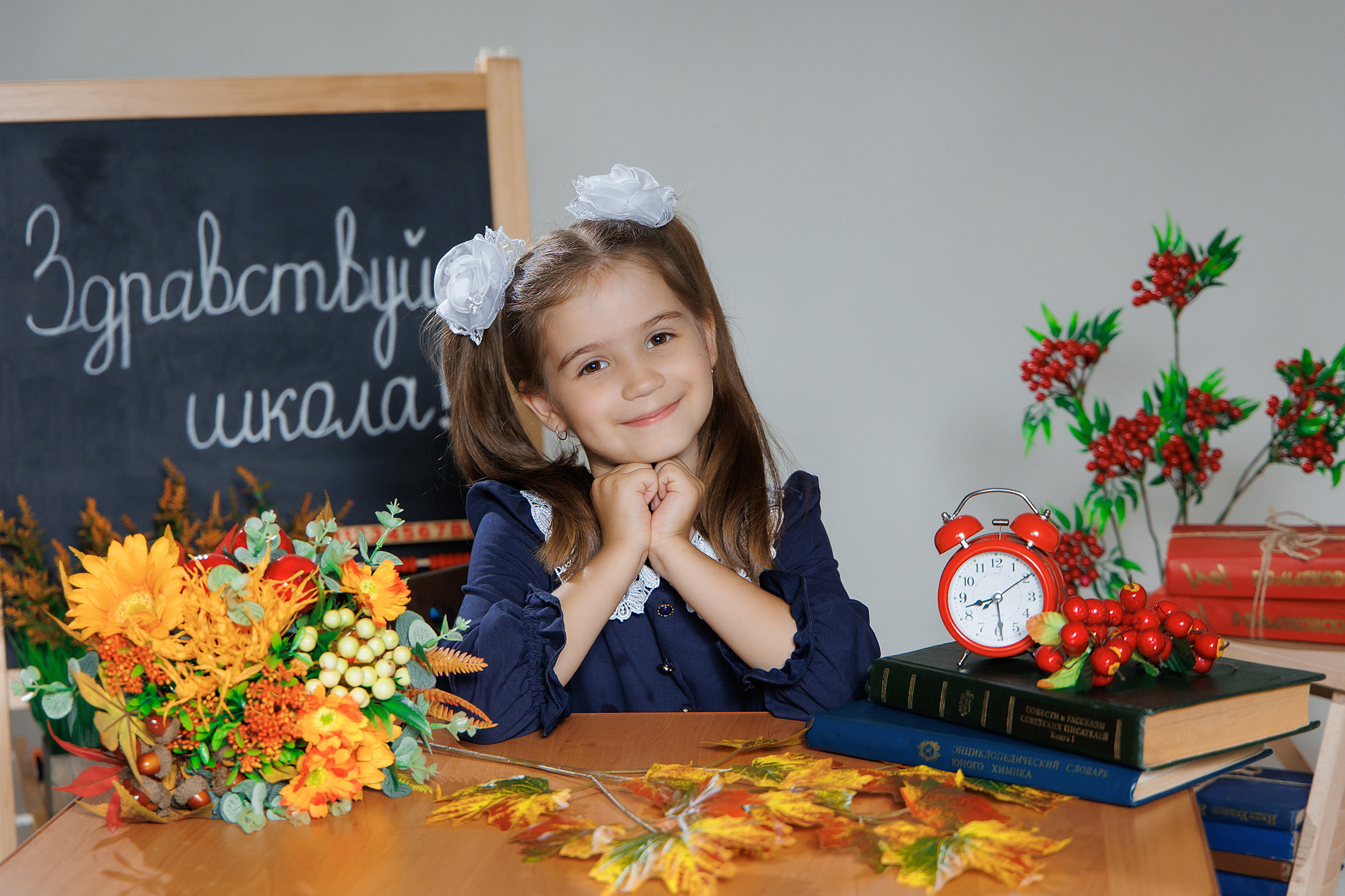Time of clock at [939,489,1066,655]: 8:29
